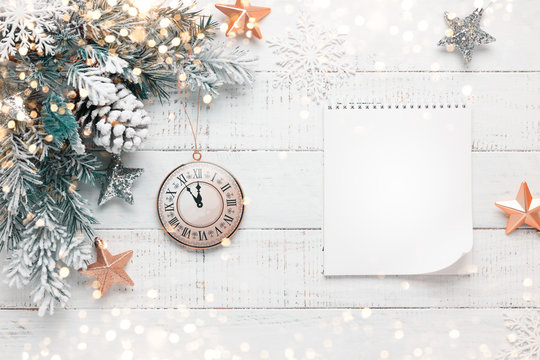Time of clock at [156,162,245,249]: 11:54
